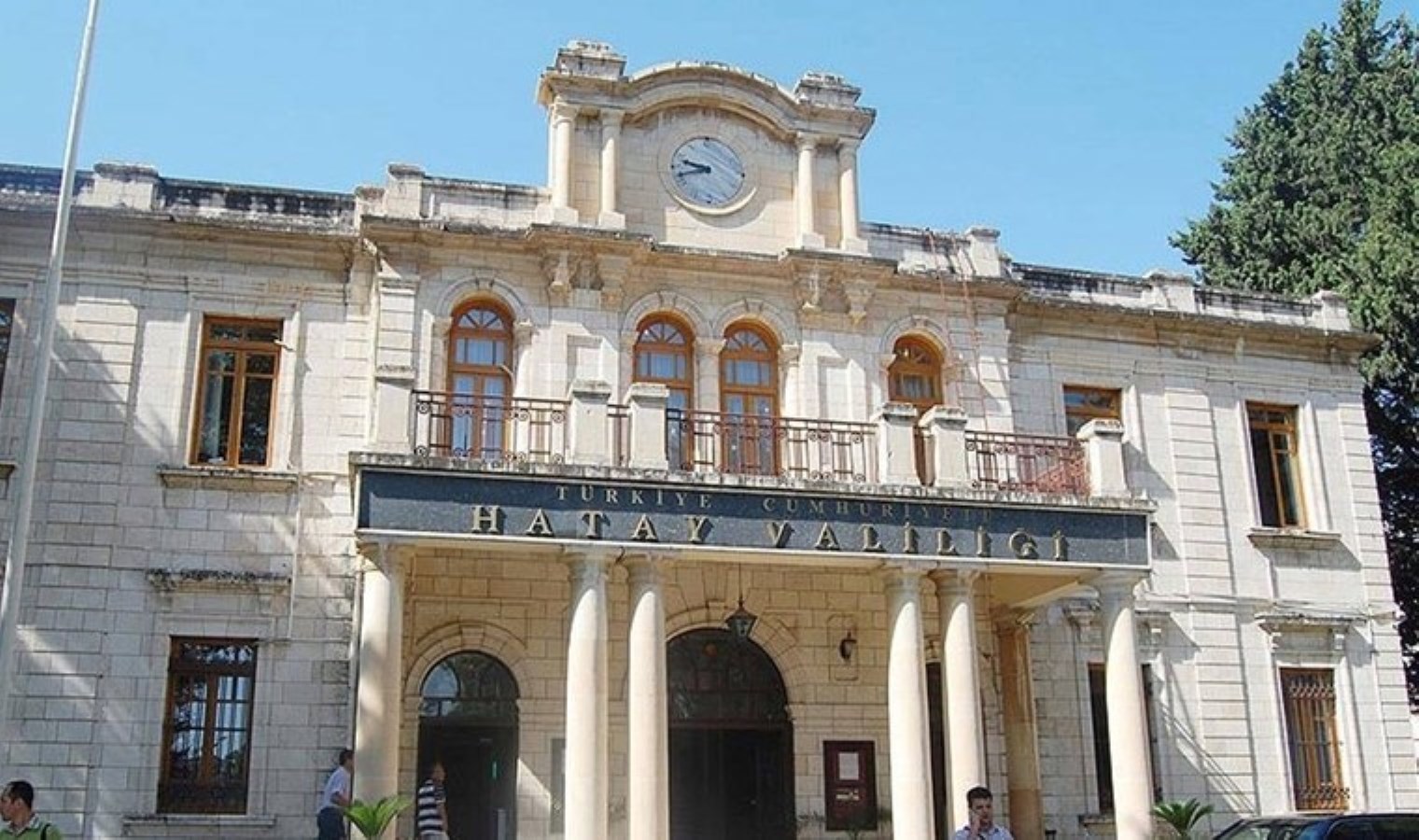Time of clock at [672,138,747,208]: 9:42
